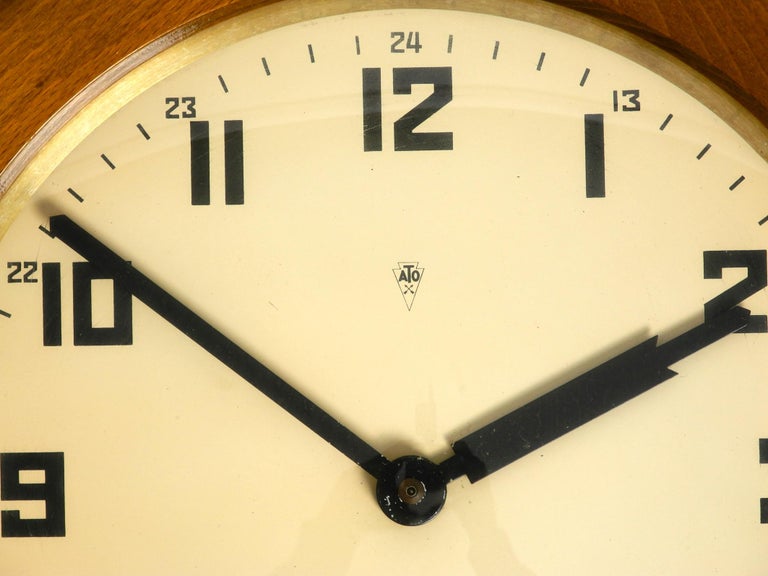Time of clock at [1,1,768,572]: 1:51
